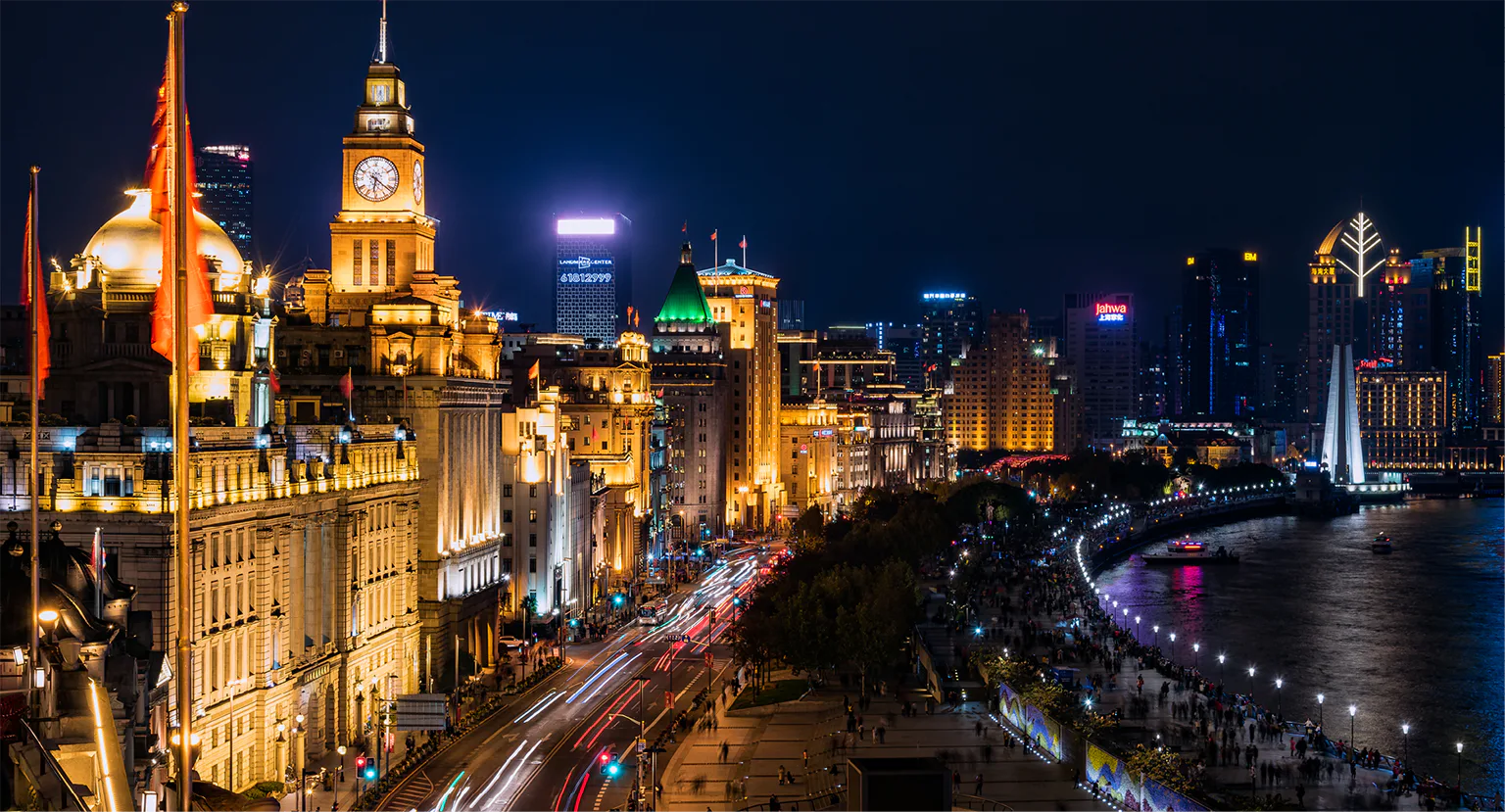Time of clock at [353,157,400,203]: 6:21
